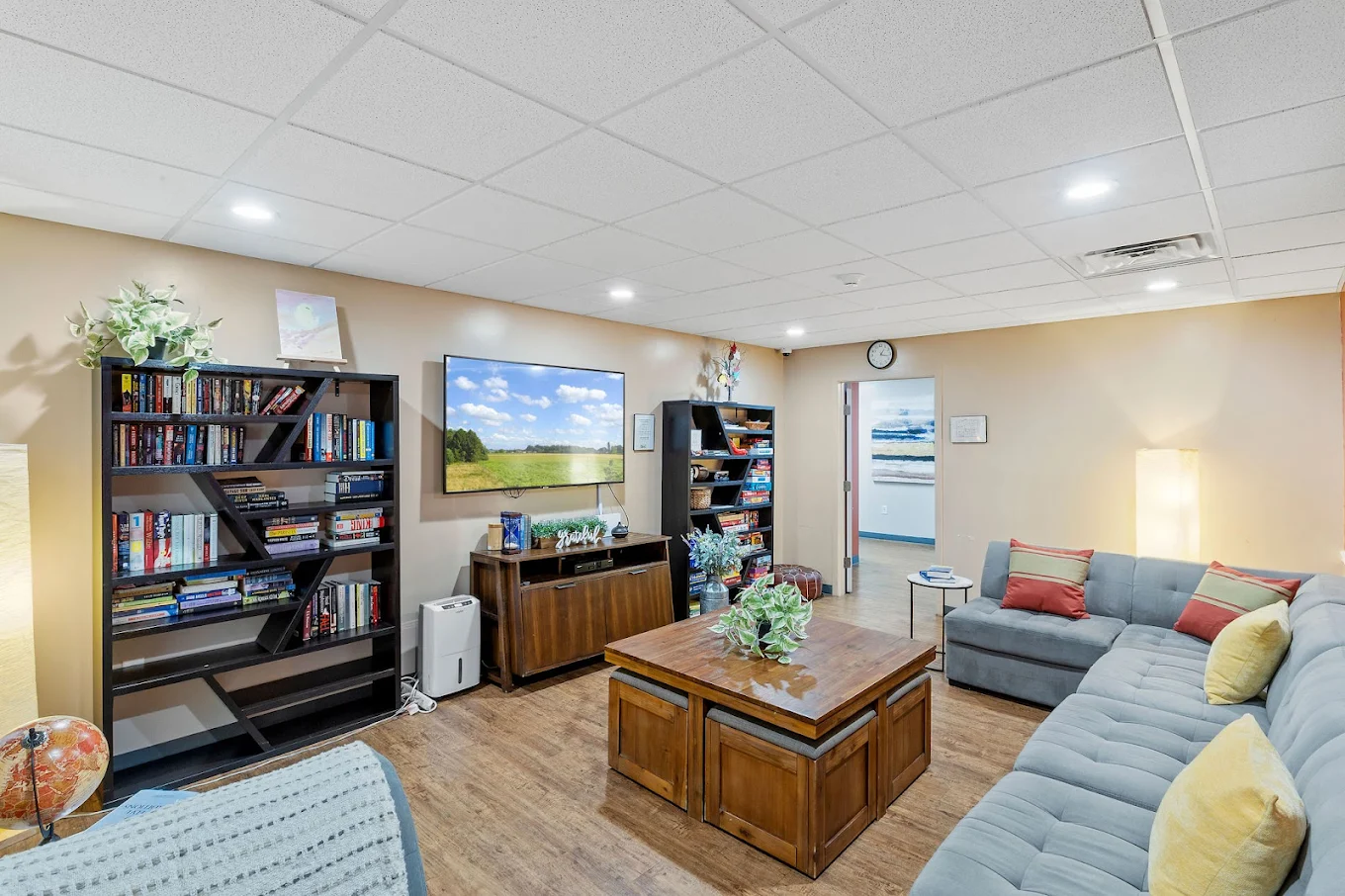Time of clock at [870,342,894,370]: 1:17
